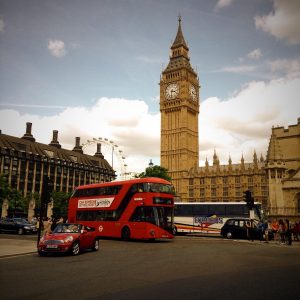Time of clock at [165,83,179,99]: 3:31
